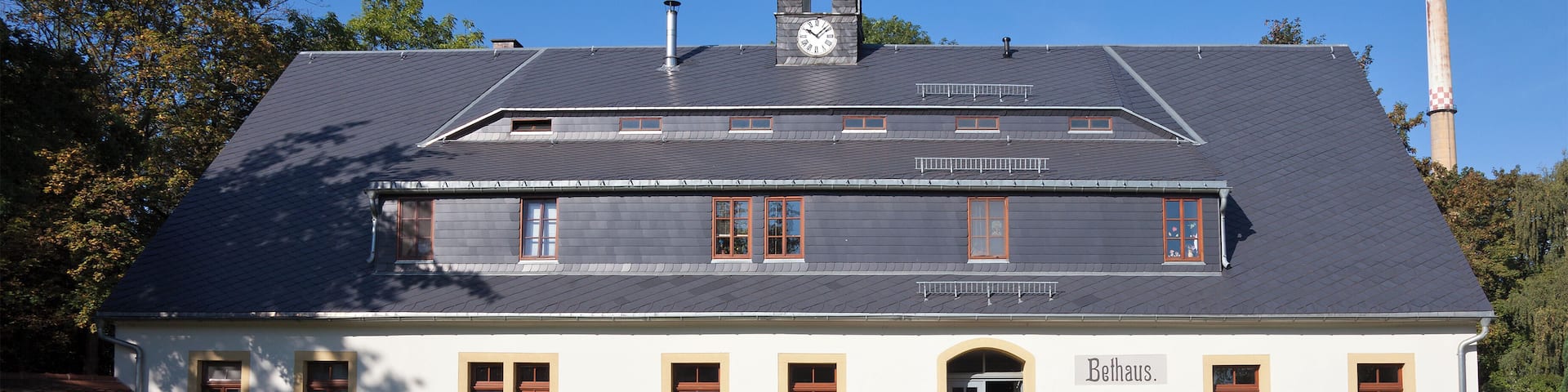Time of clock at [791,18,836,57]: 10:07
